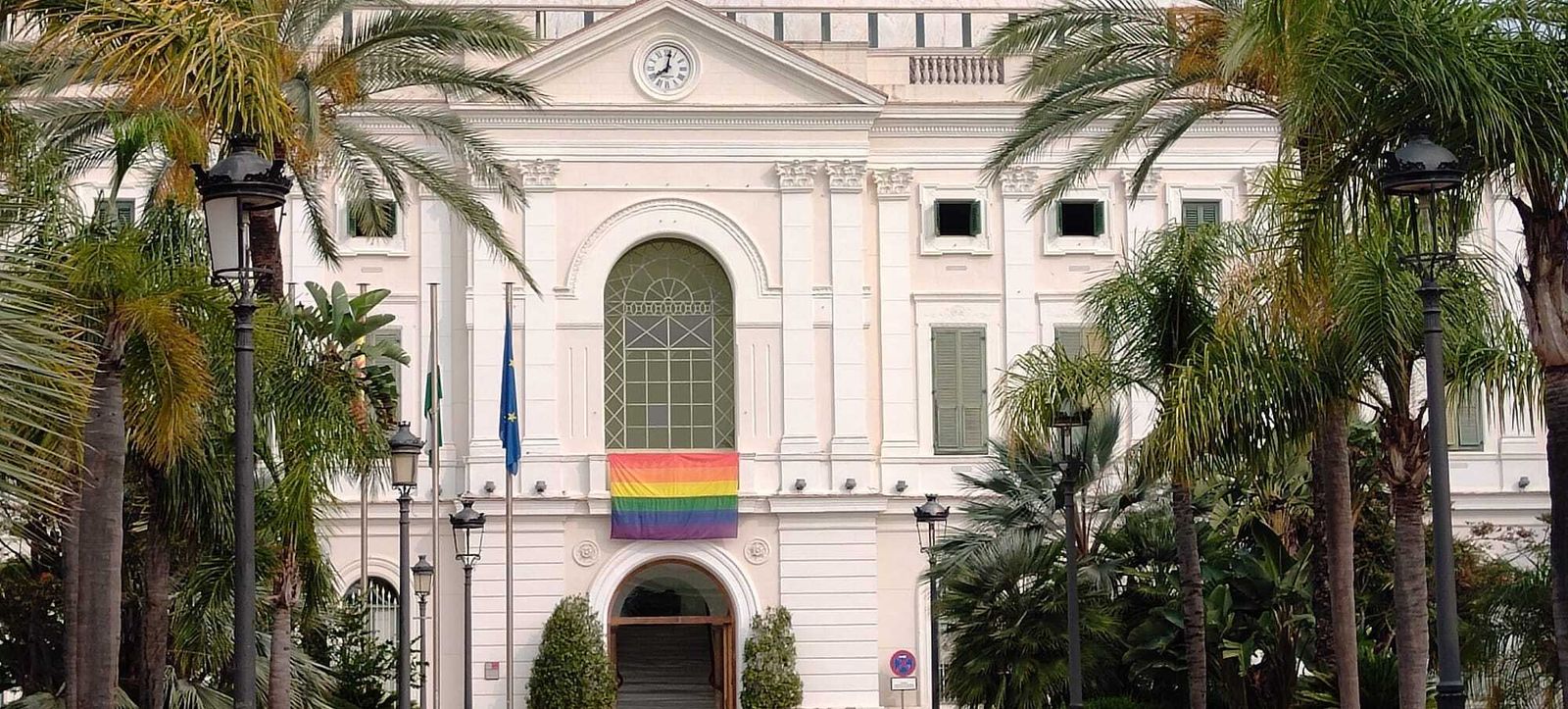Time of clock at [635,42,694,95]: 8:01
